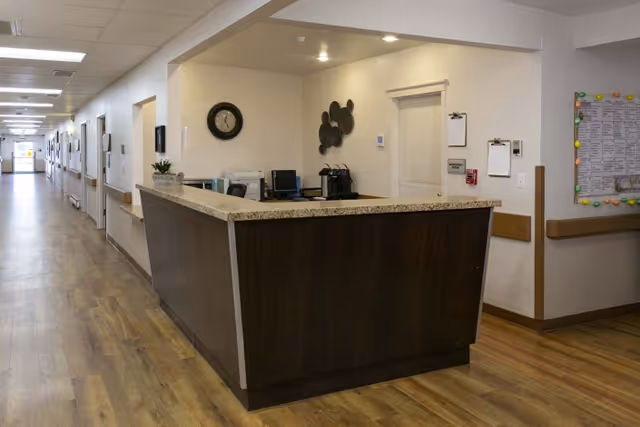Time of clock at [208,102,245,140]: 12:24
